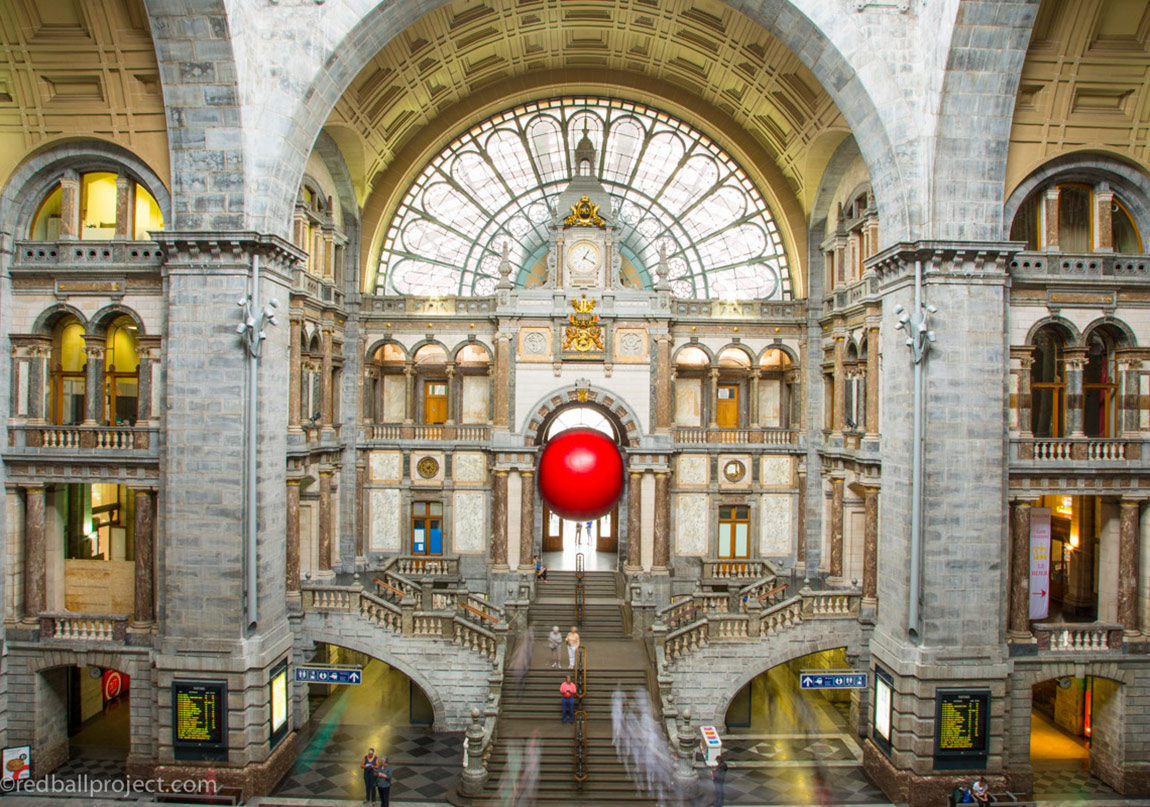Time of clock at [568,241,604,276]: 1:18
